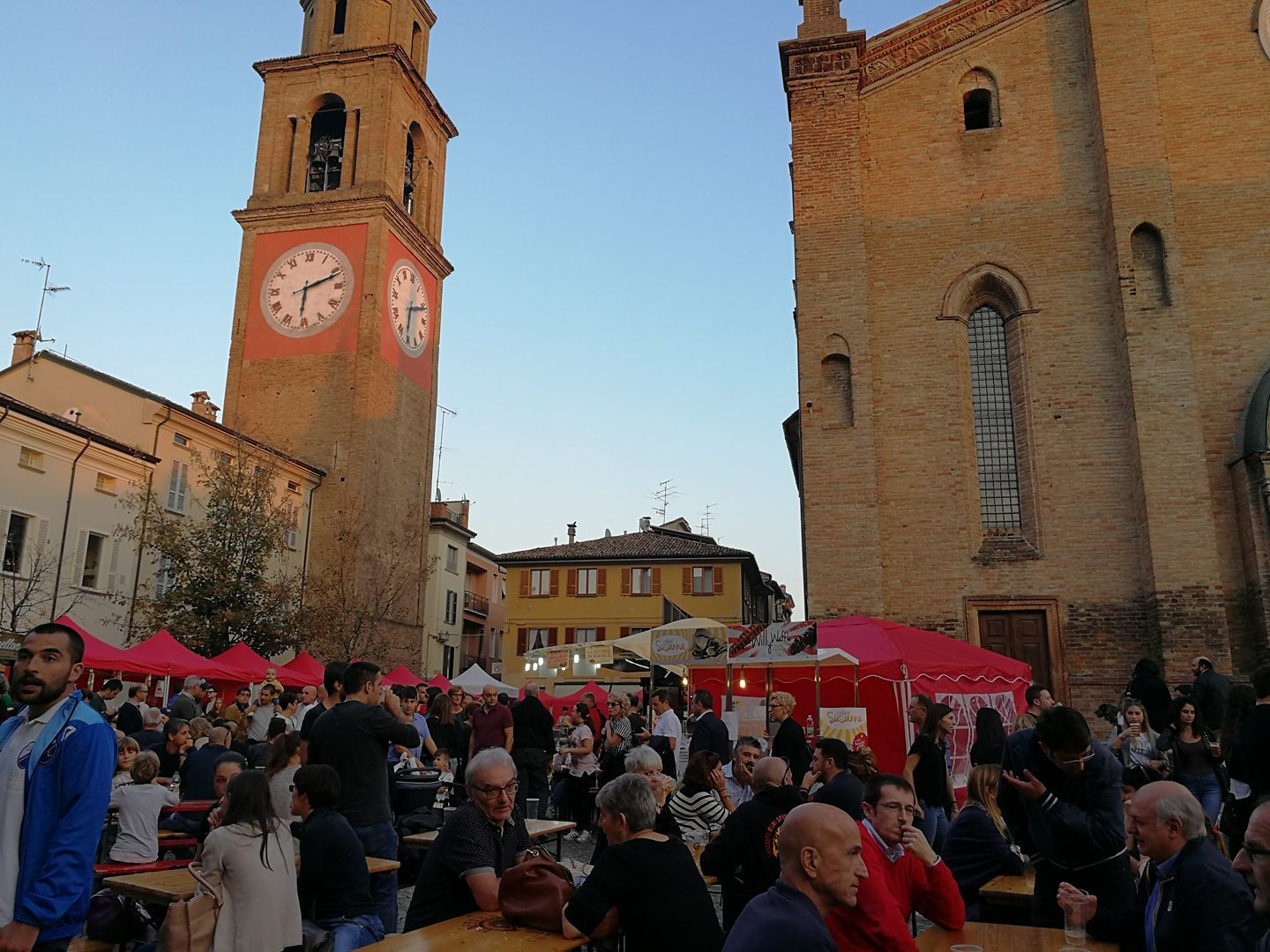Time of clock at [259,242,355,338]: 6:11
